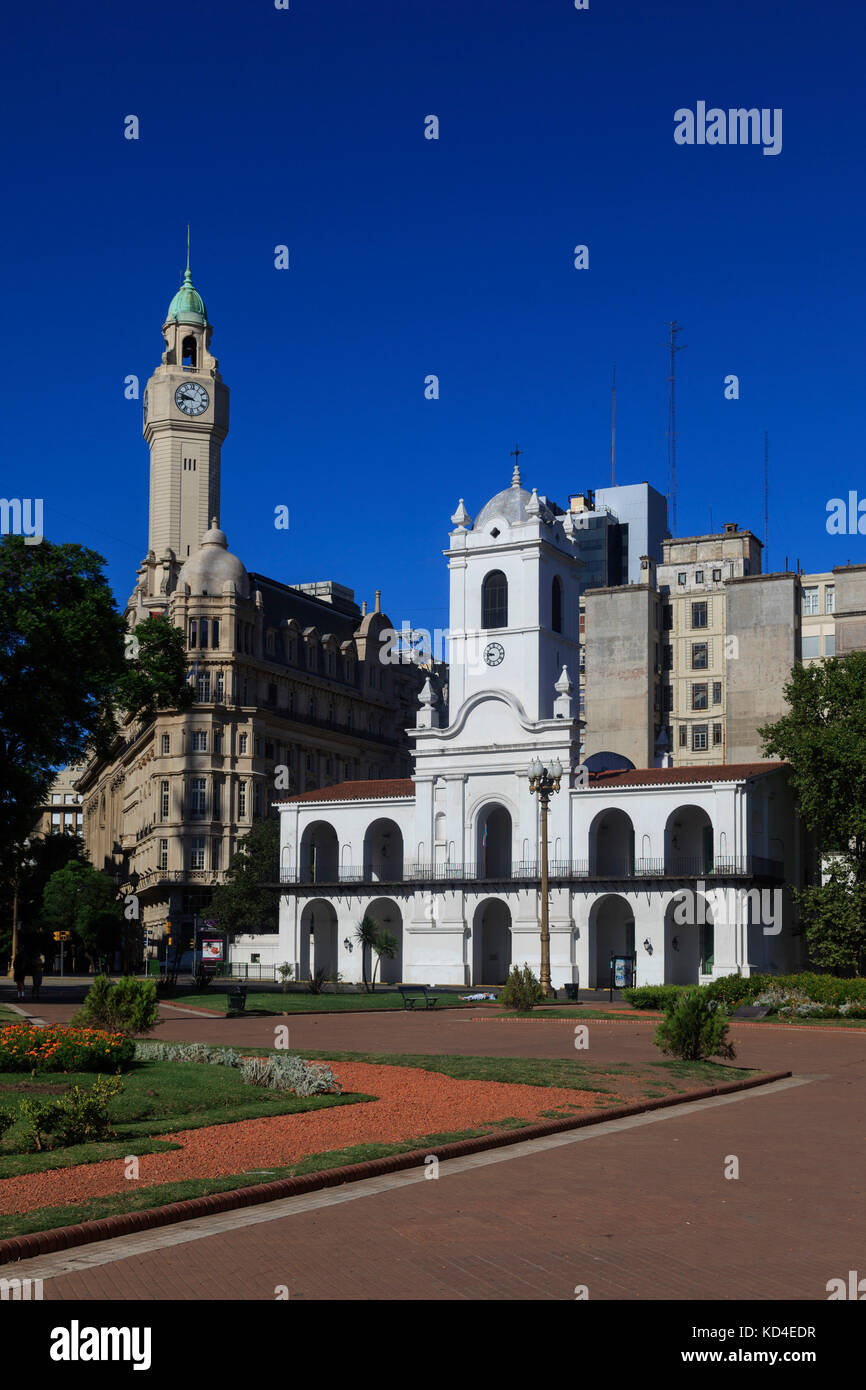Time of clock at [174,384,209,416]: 8:47
